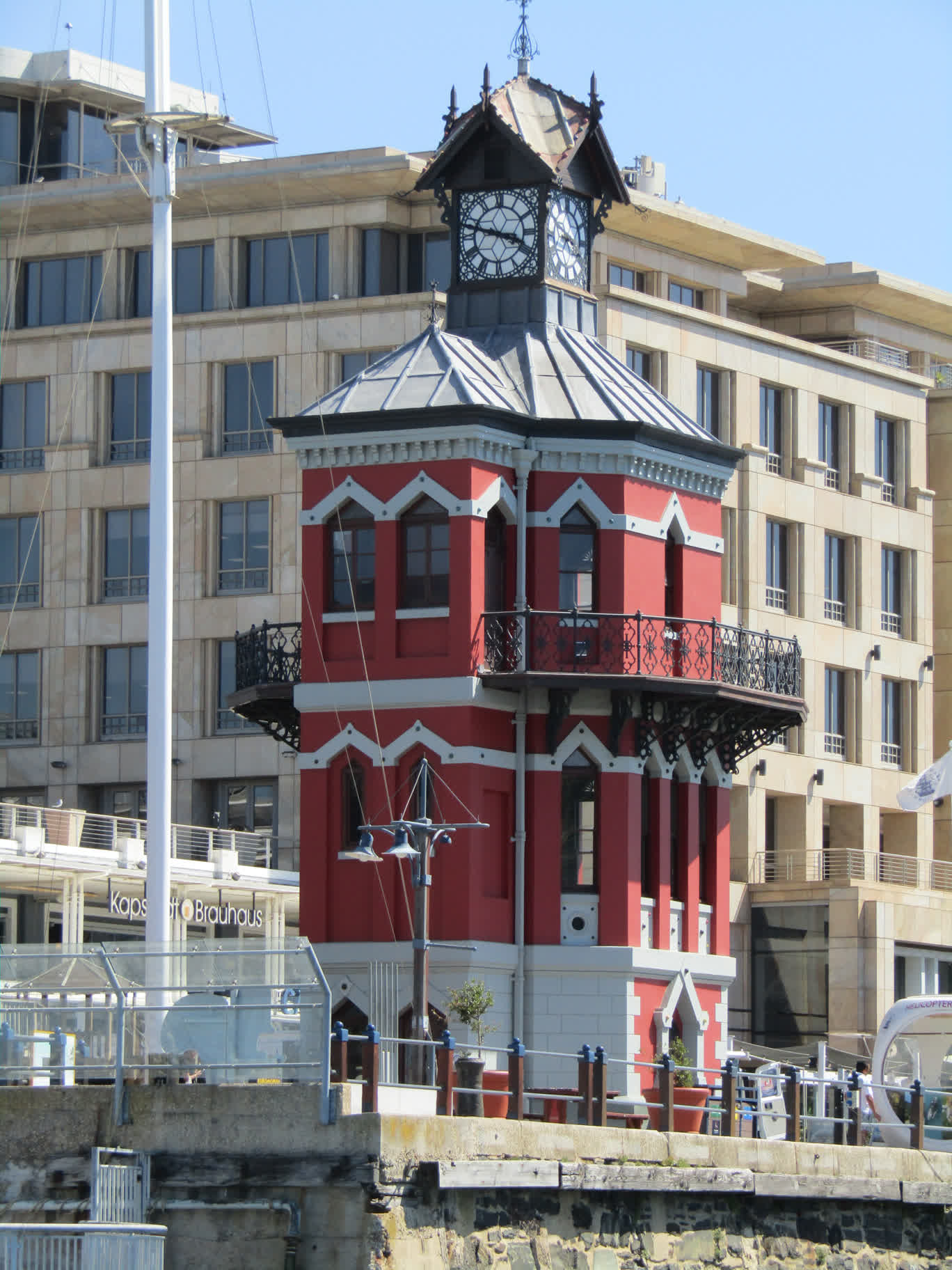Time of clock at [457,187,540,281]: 3:47
